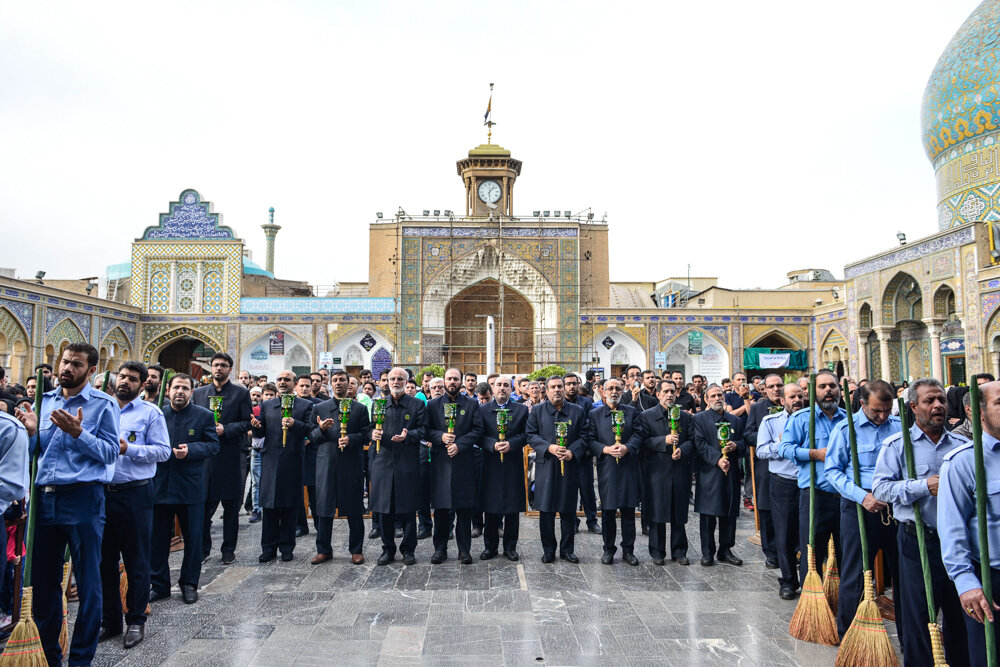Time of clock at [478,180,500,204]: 6:07
